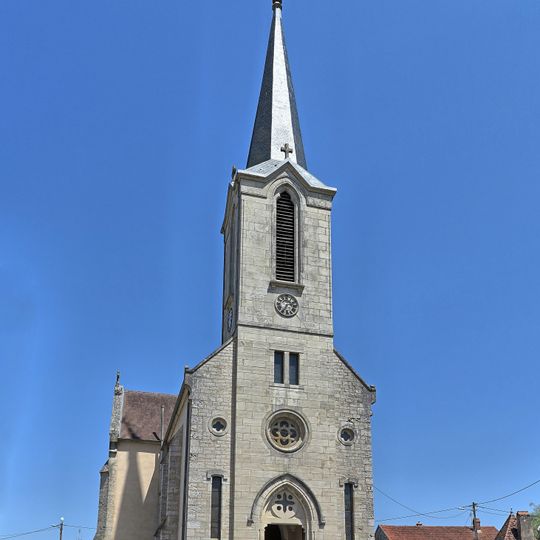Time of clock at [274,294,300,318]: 7:12
